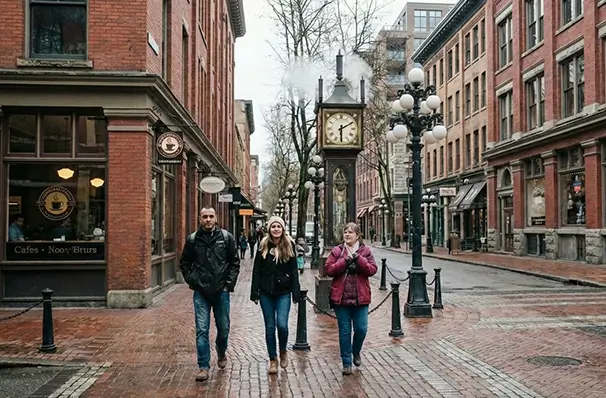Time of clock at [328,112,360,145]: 6:10
